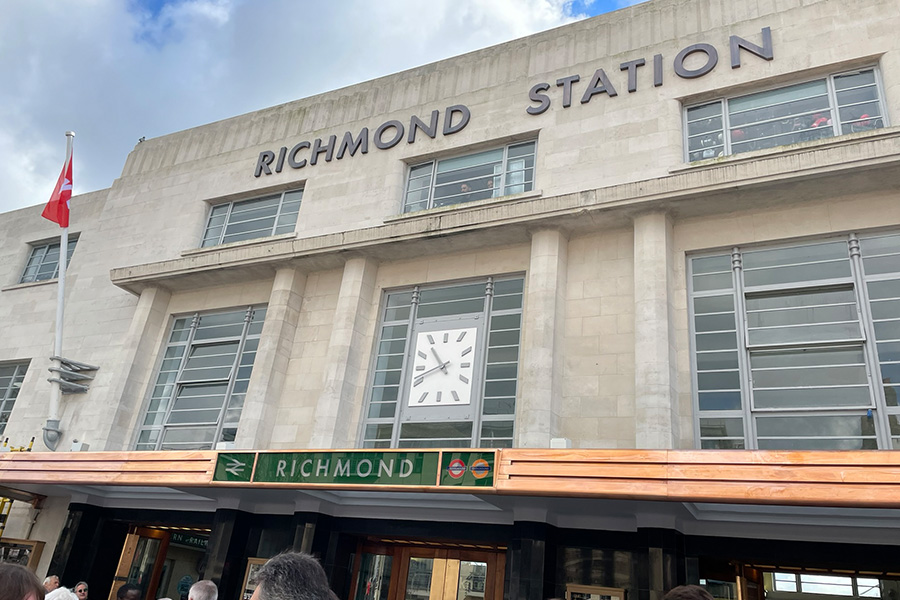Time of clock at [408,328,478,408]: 10:41
